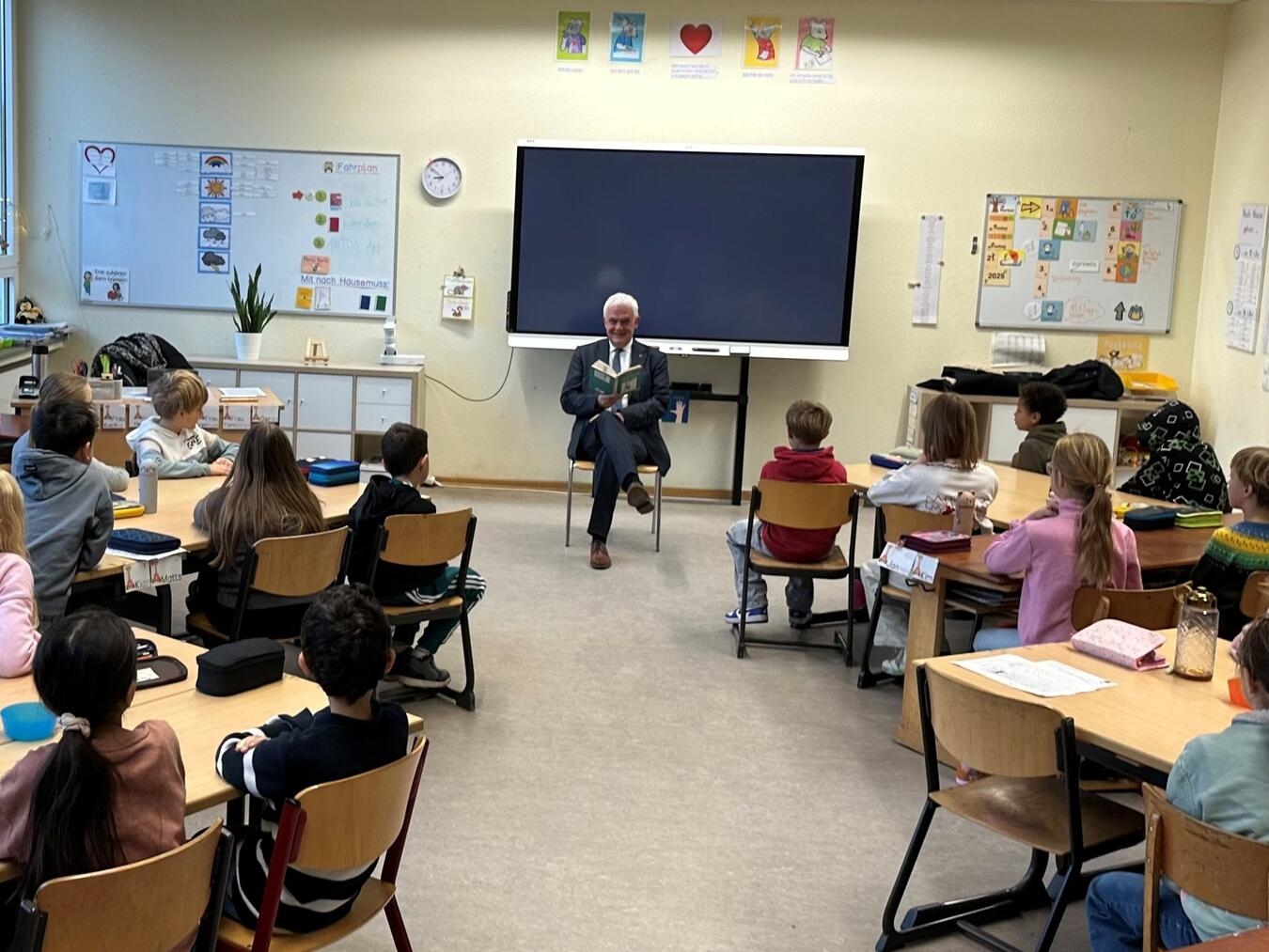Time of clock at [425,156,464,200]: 8:51
